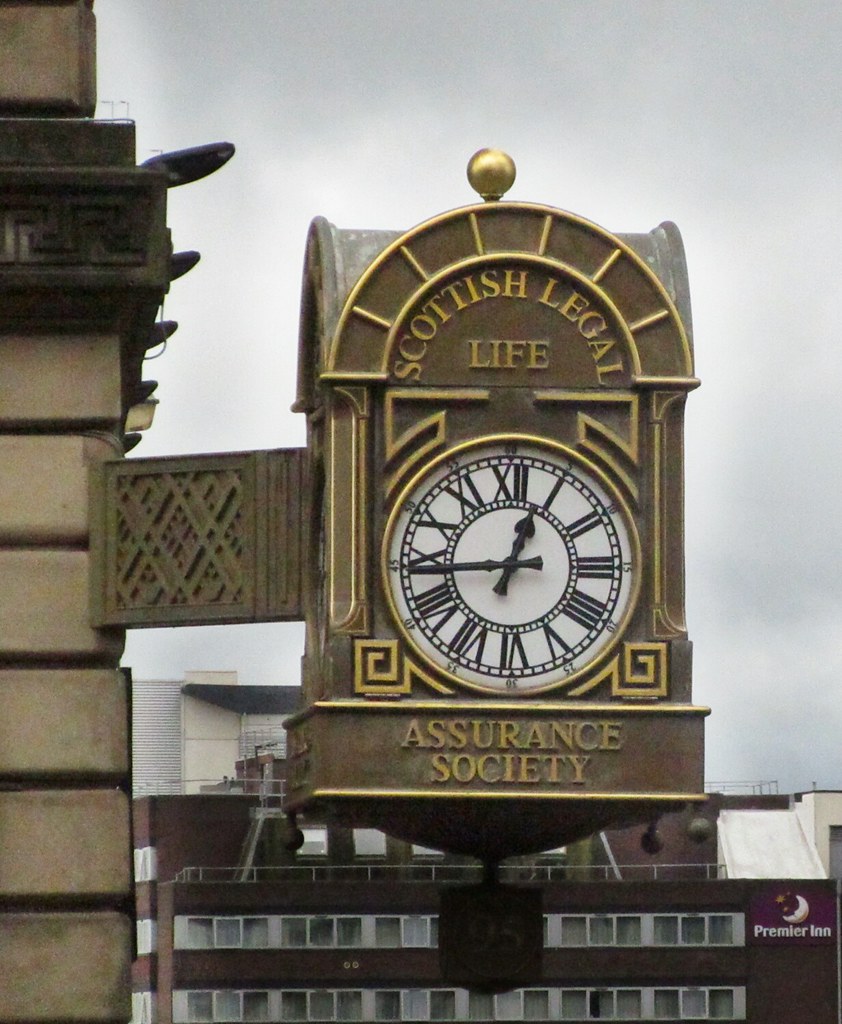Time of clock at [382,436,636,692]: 12:44
